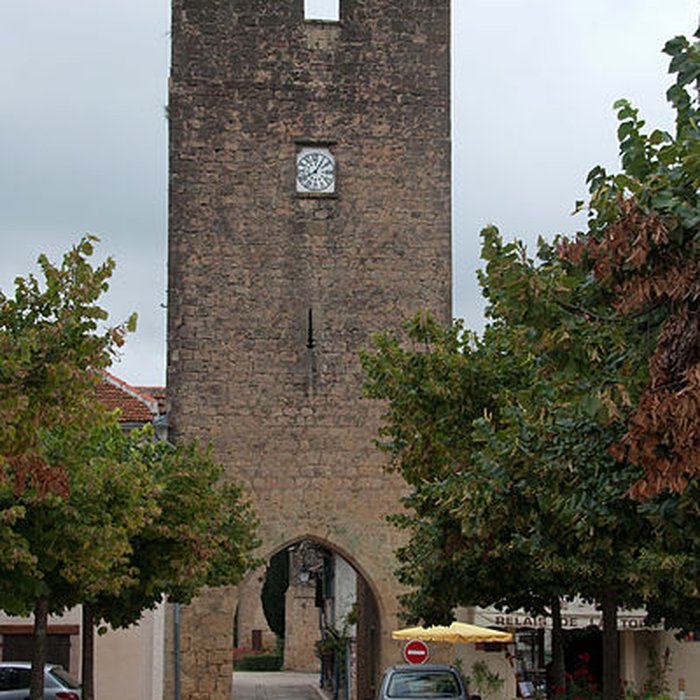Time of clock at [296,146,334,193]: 8:05
